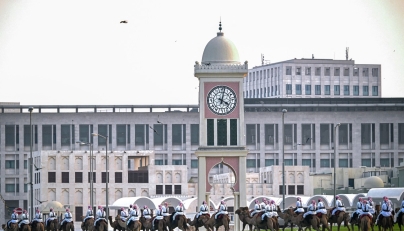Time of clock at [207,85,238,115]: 4:02
